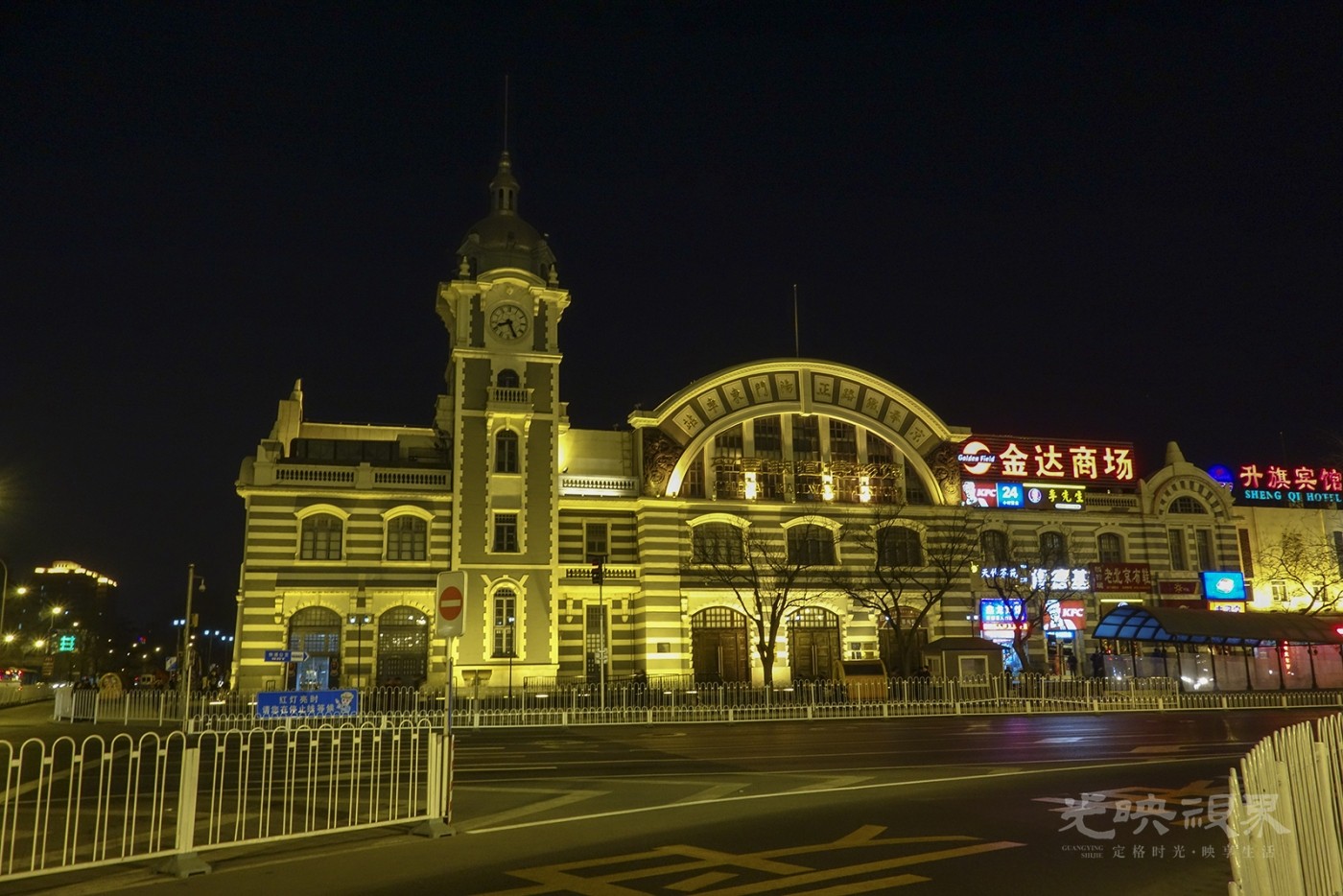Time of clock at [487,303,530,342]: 8:25
